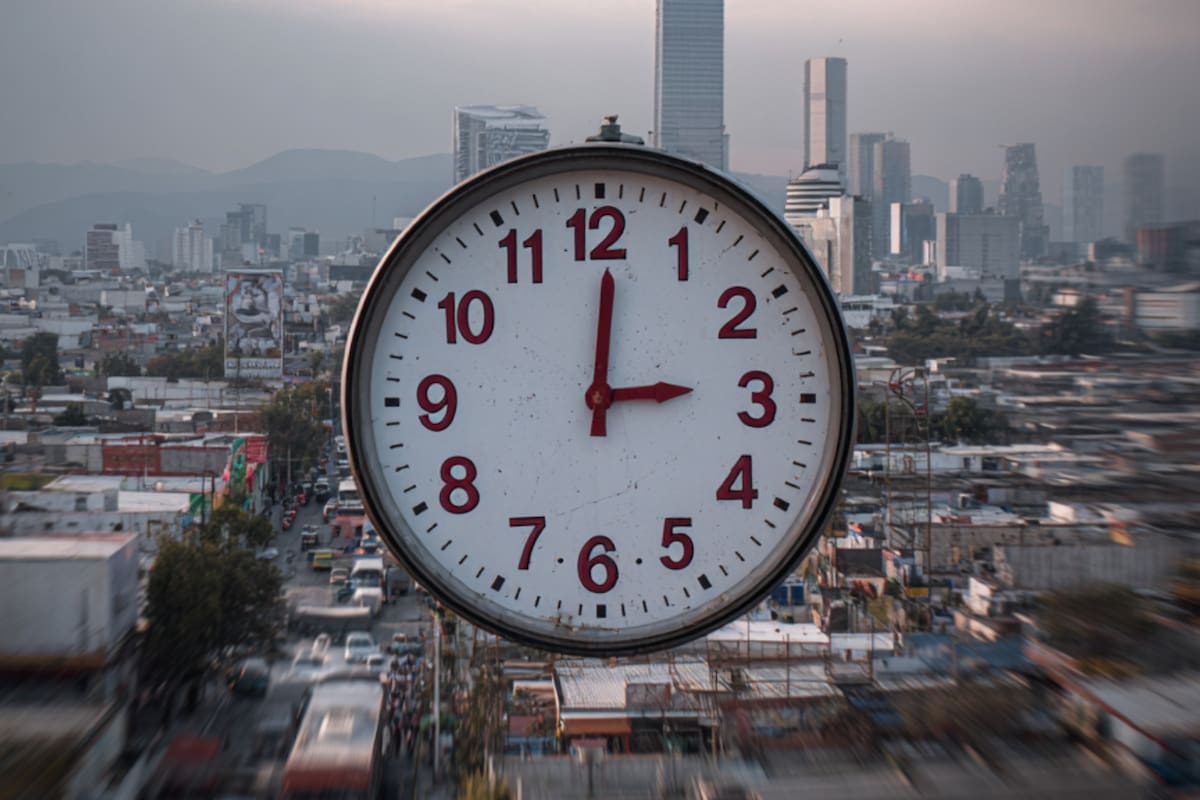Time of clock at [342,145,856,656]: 3:00
